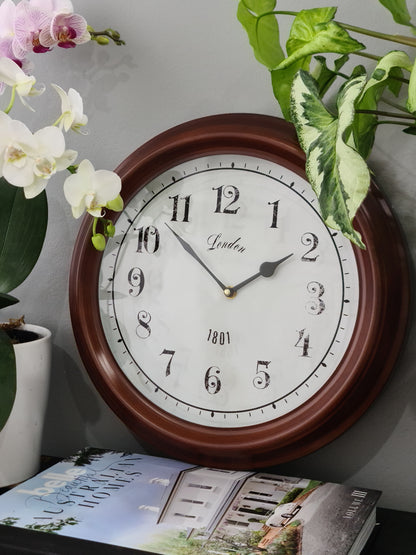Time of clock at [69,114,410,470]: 1:52
